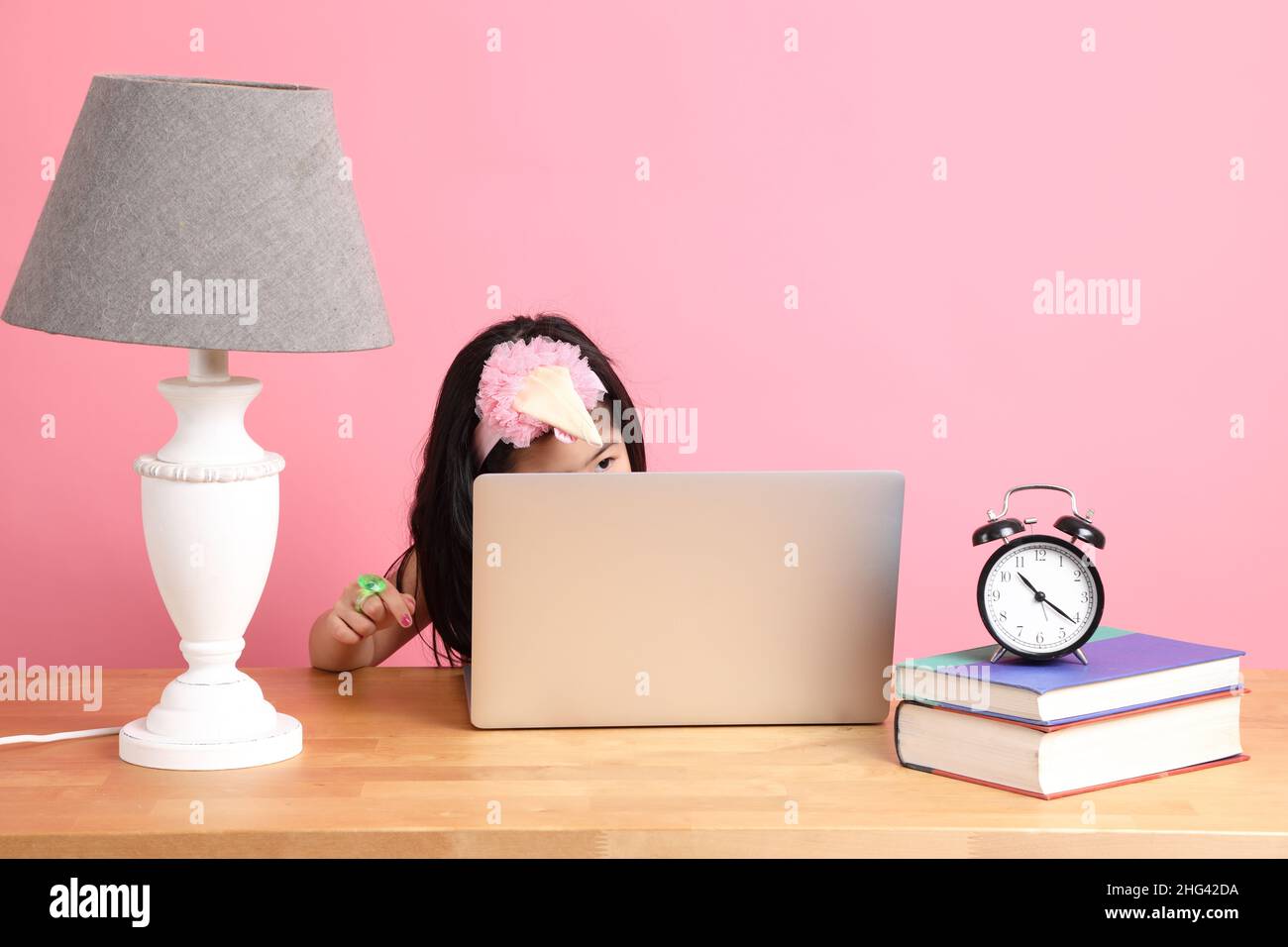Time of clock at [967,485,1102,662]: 10:21
